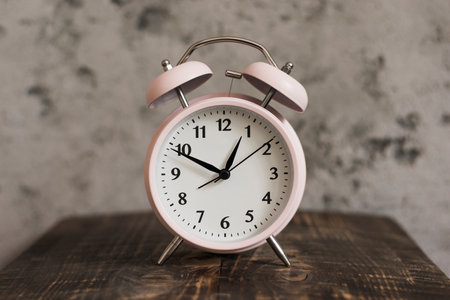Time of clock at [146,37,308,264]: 12:49
